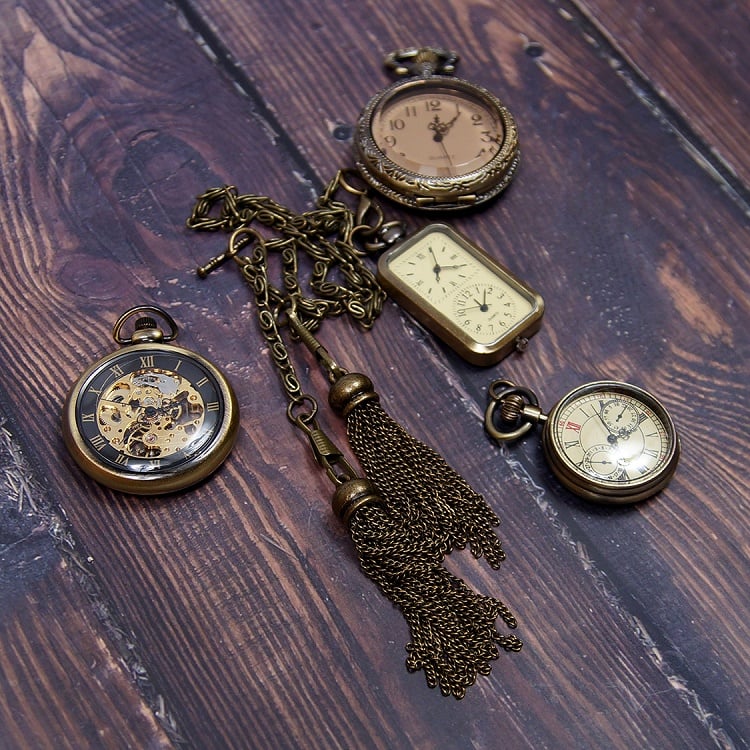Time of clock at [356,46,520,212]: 12:06
